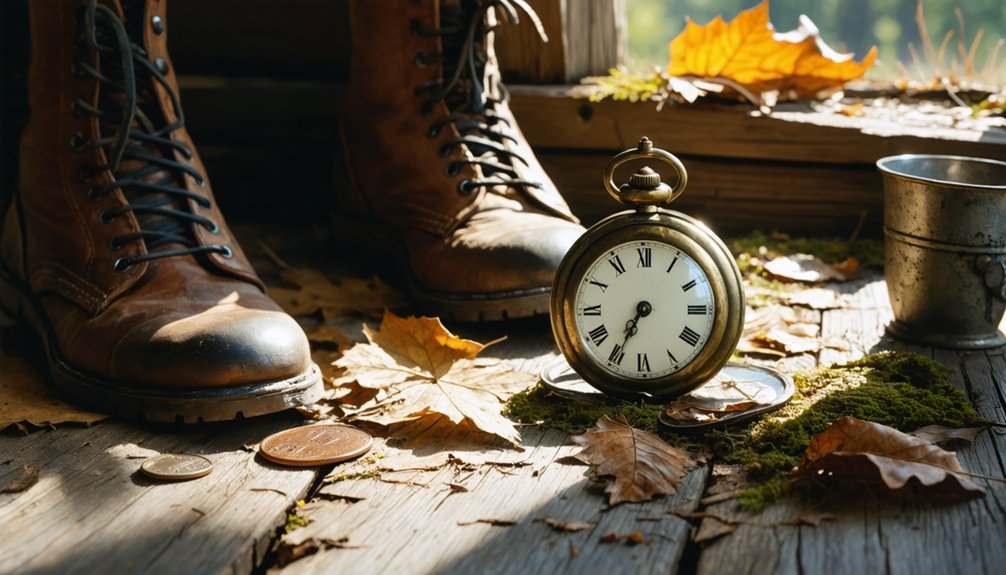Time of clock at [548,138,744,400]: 6:34
